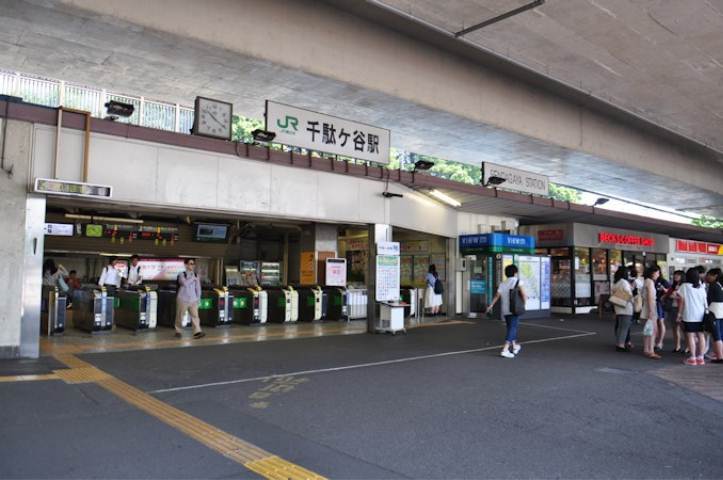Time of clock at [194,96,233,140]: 10:20
